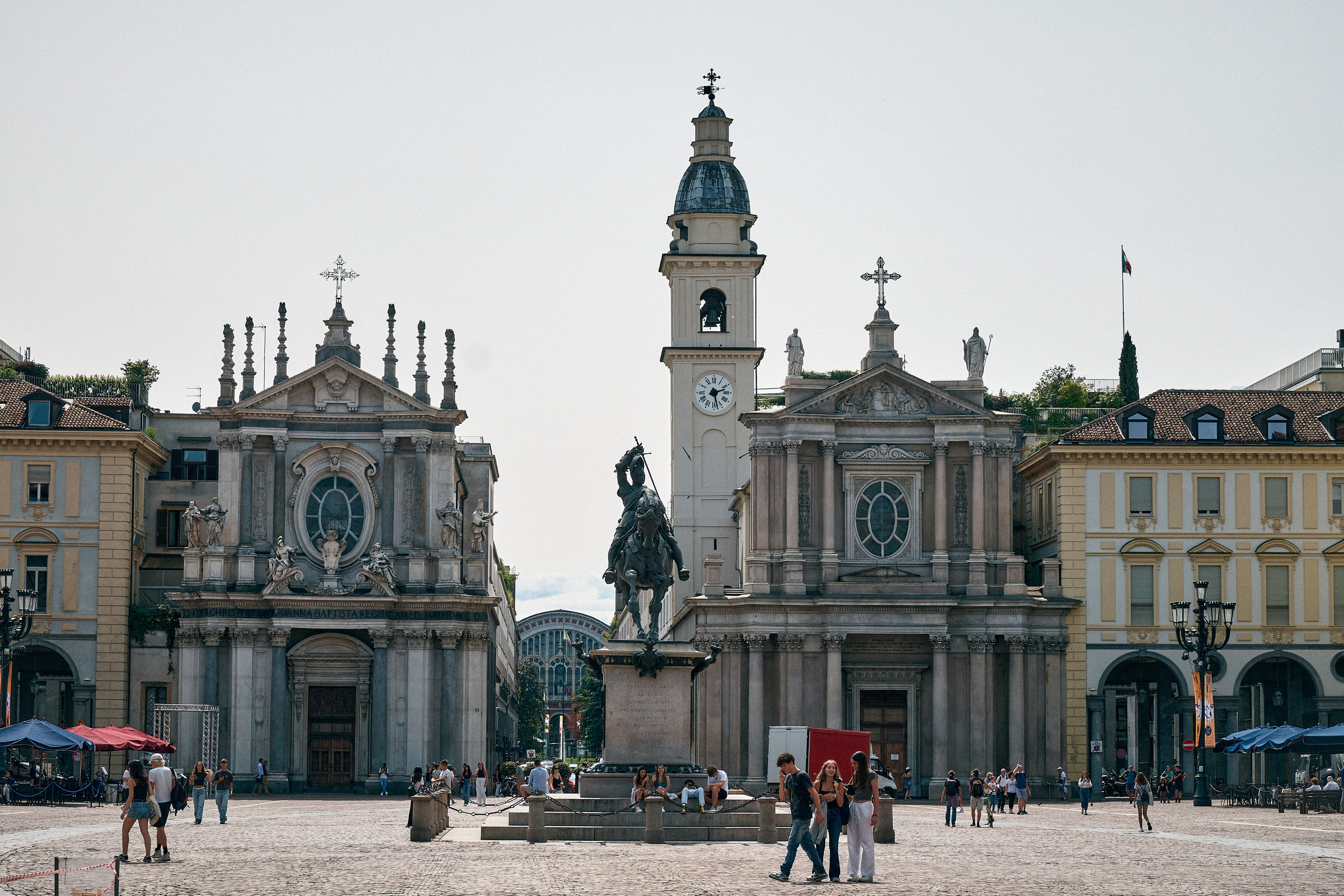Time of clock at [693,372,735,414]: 2:27
